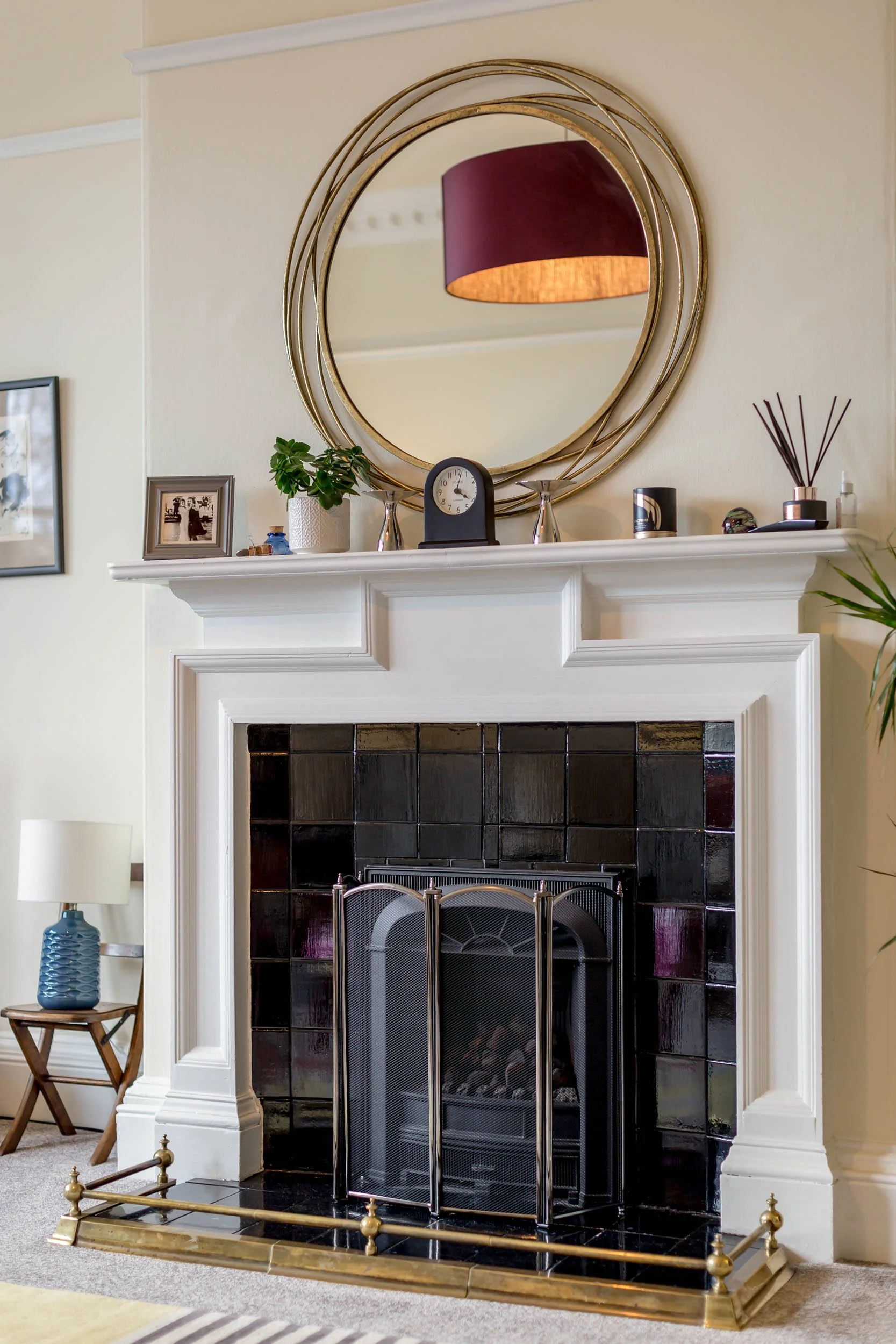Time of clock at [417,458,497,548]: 4:02
